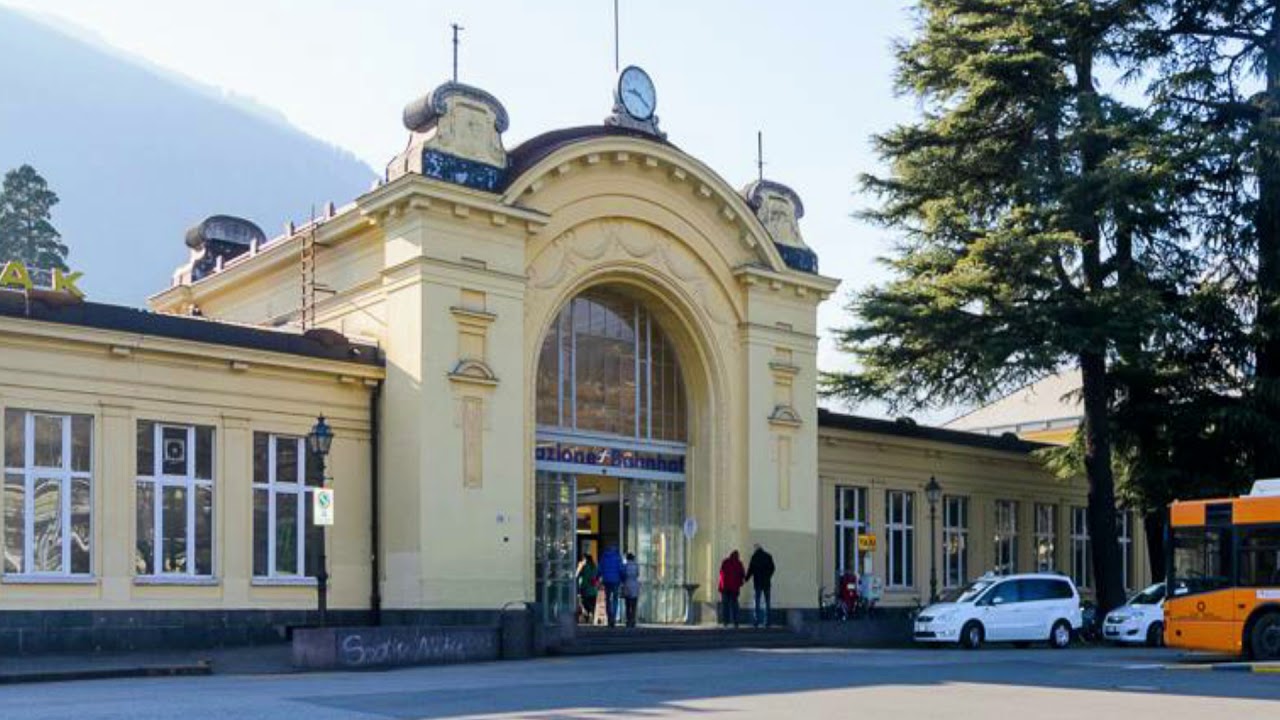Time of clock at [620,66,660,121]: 9:20
